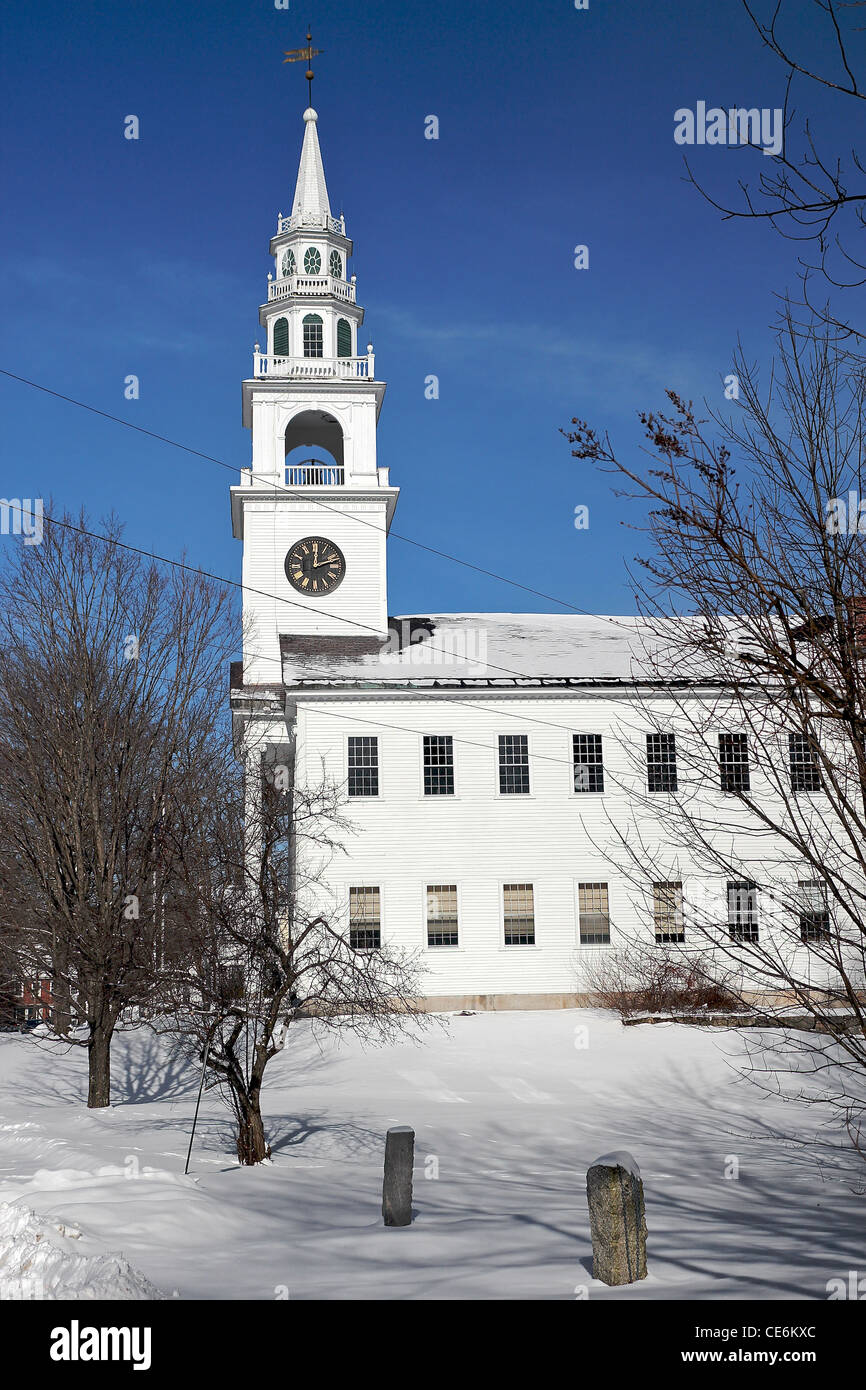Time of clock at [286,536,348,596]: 12:11
